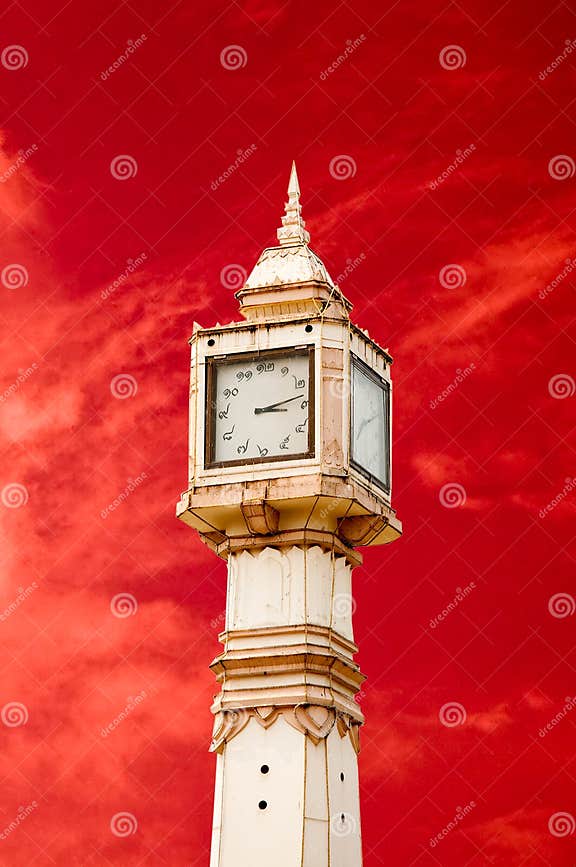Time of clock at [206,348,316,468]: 3:13
